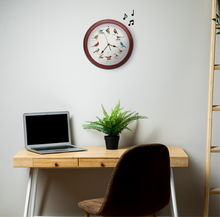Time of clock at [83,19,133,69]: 3:36
